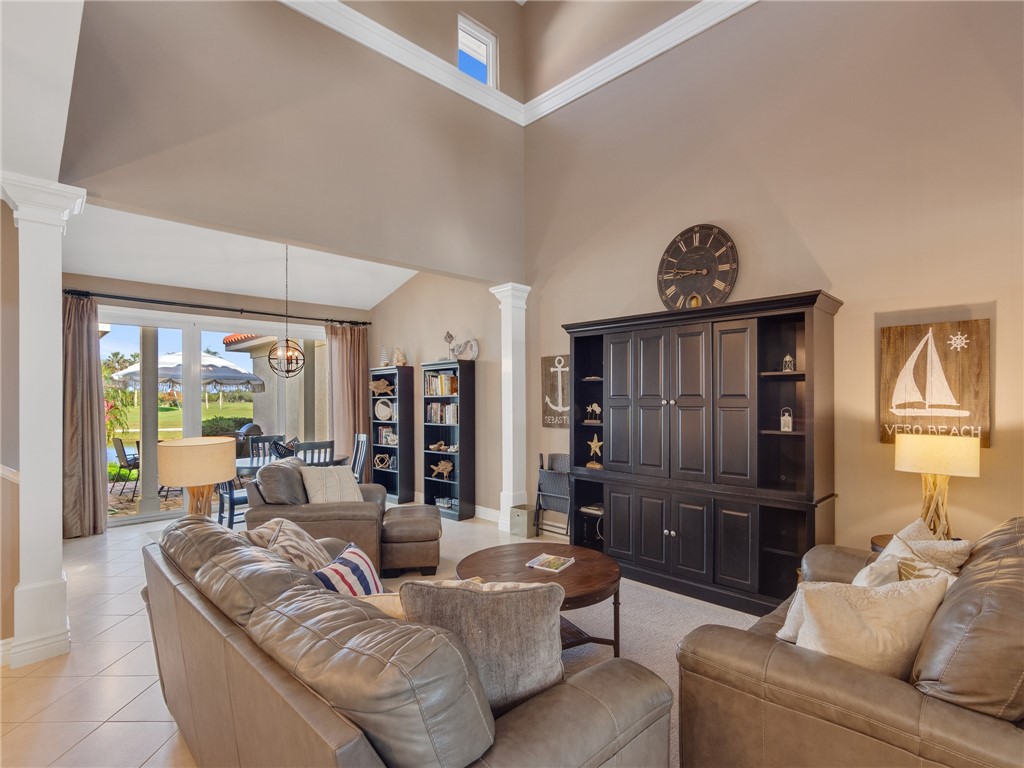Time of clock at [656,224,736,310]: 8:46
